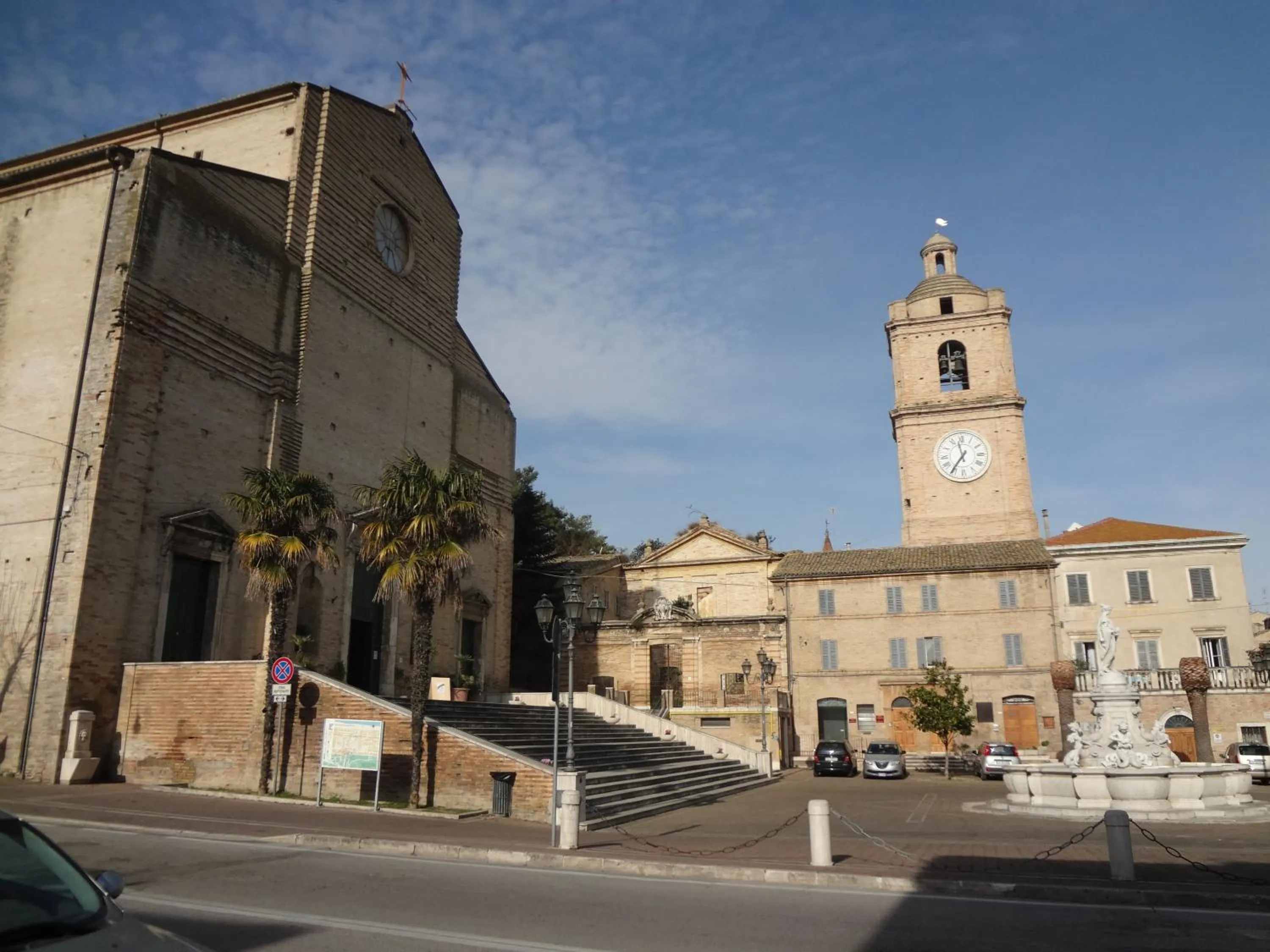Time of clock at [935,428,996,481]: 11:35
